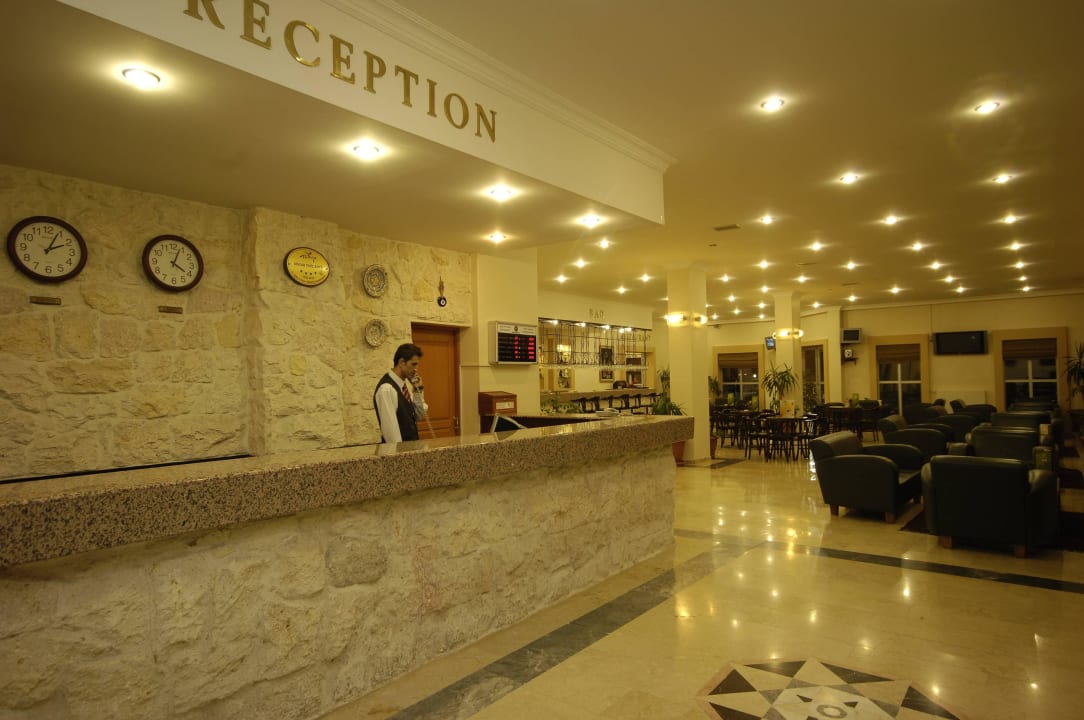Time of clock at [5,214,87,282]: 2:04
